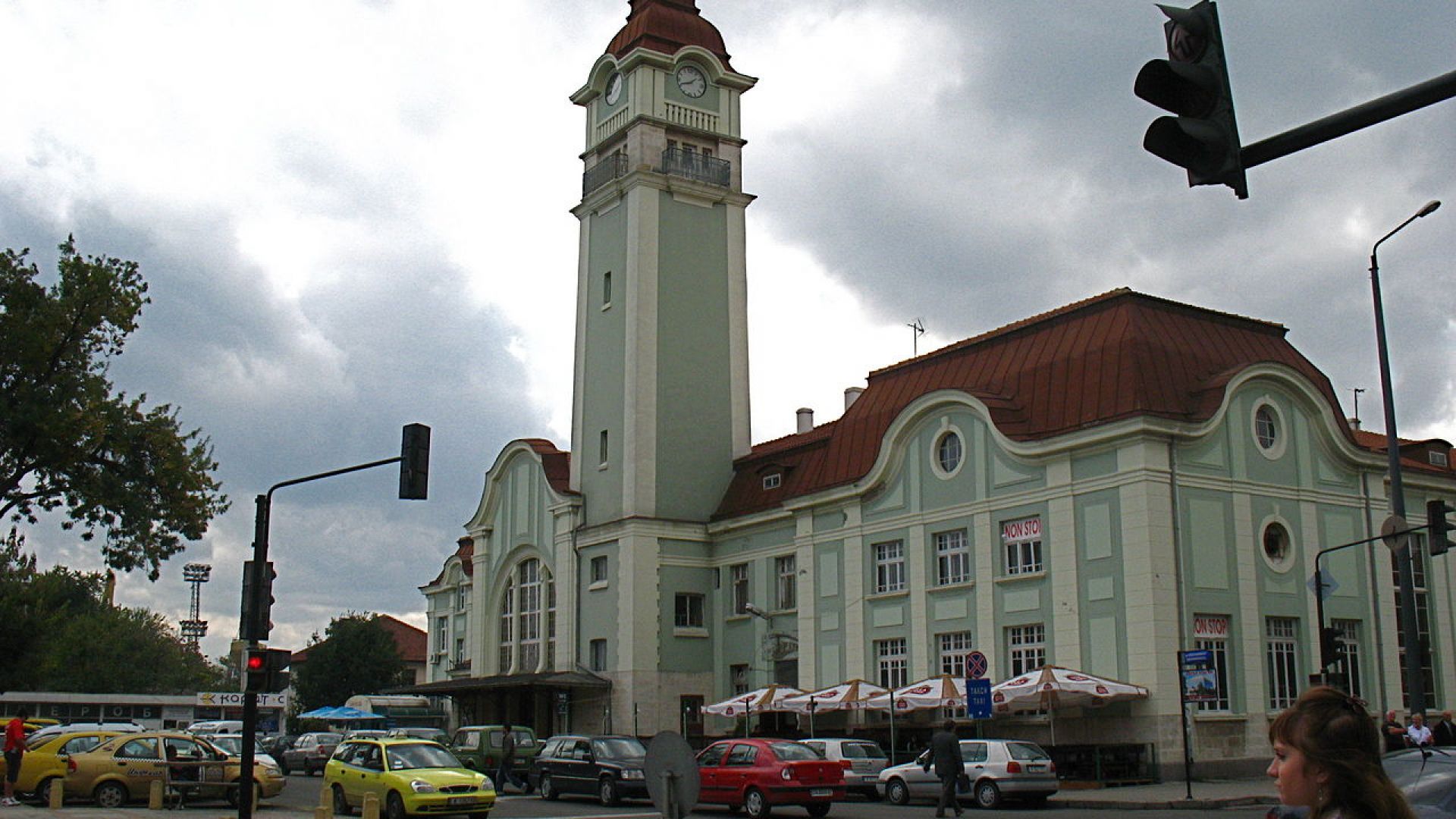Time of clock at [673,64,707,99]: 1:41
